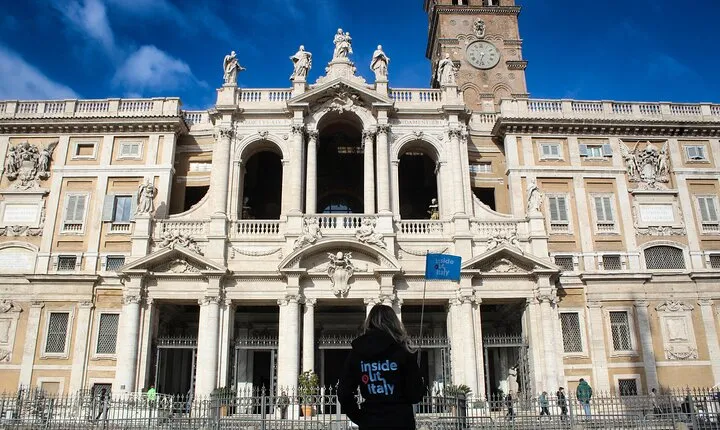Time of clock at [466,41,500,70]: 6:32
